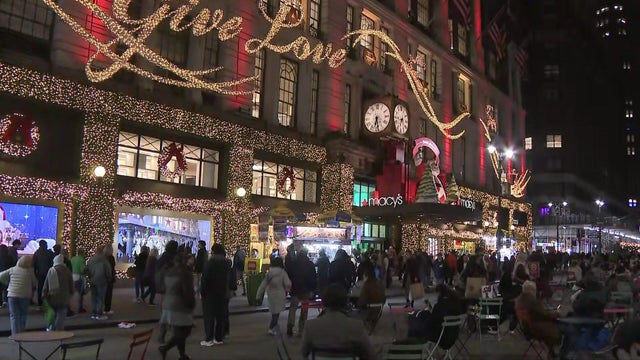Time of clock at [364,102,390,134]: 6:28
